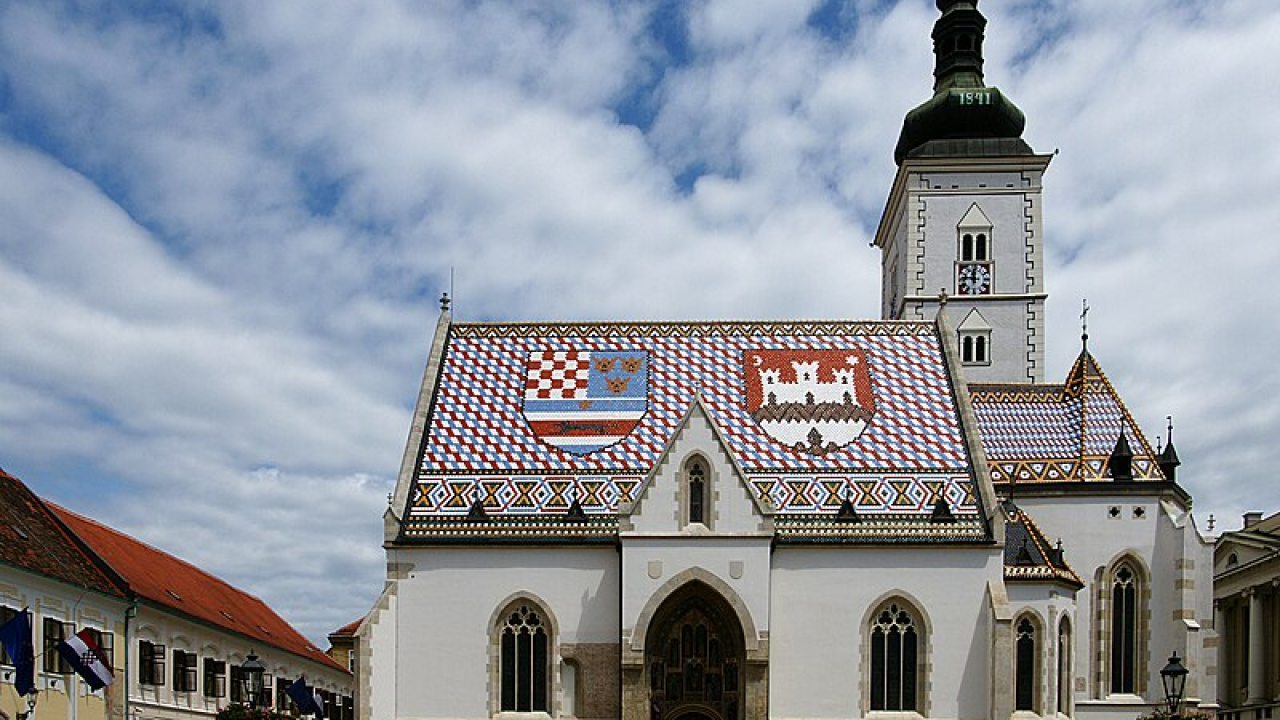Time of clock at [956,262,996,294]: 11:46
